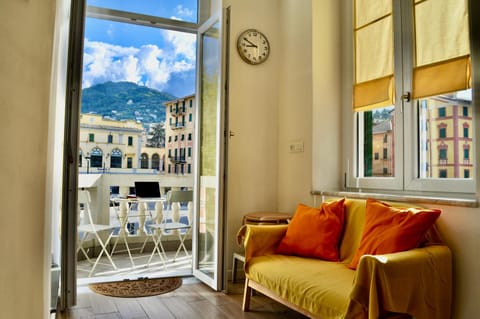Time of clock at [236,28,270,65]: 8:49
